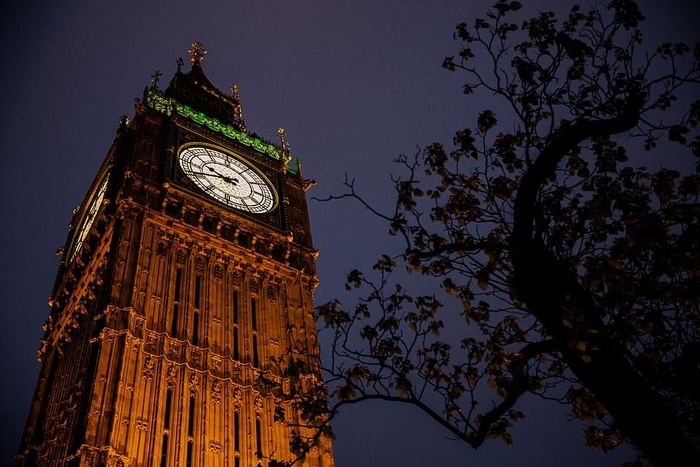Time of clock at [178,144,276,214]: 9:41
